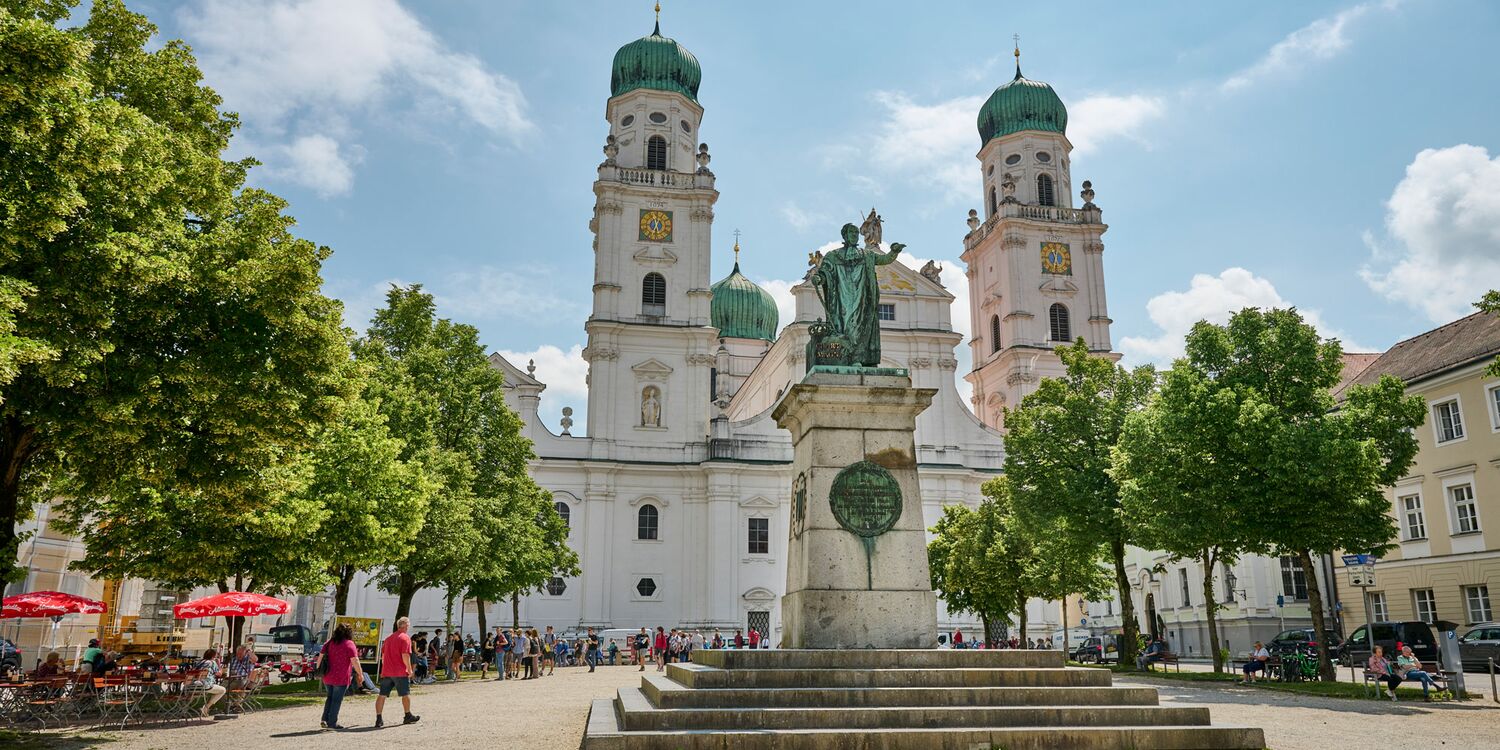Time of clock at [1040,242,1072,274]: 11:32
